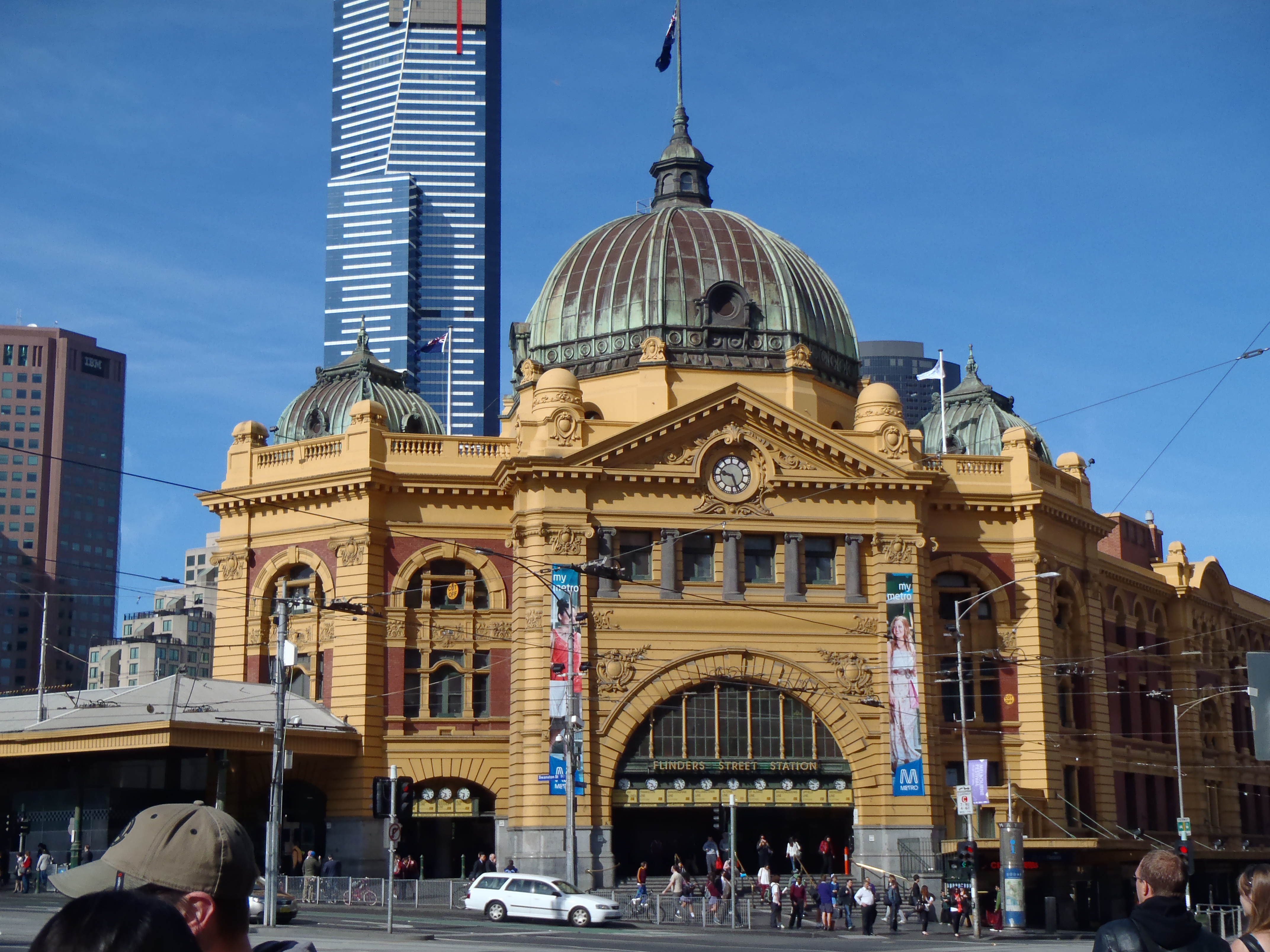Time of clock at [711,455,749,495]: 9:26
